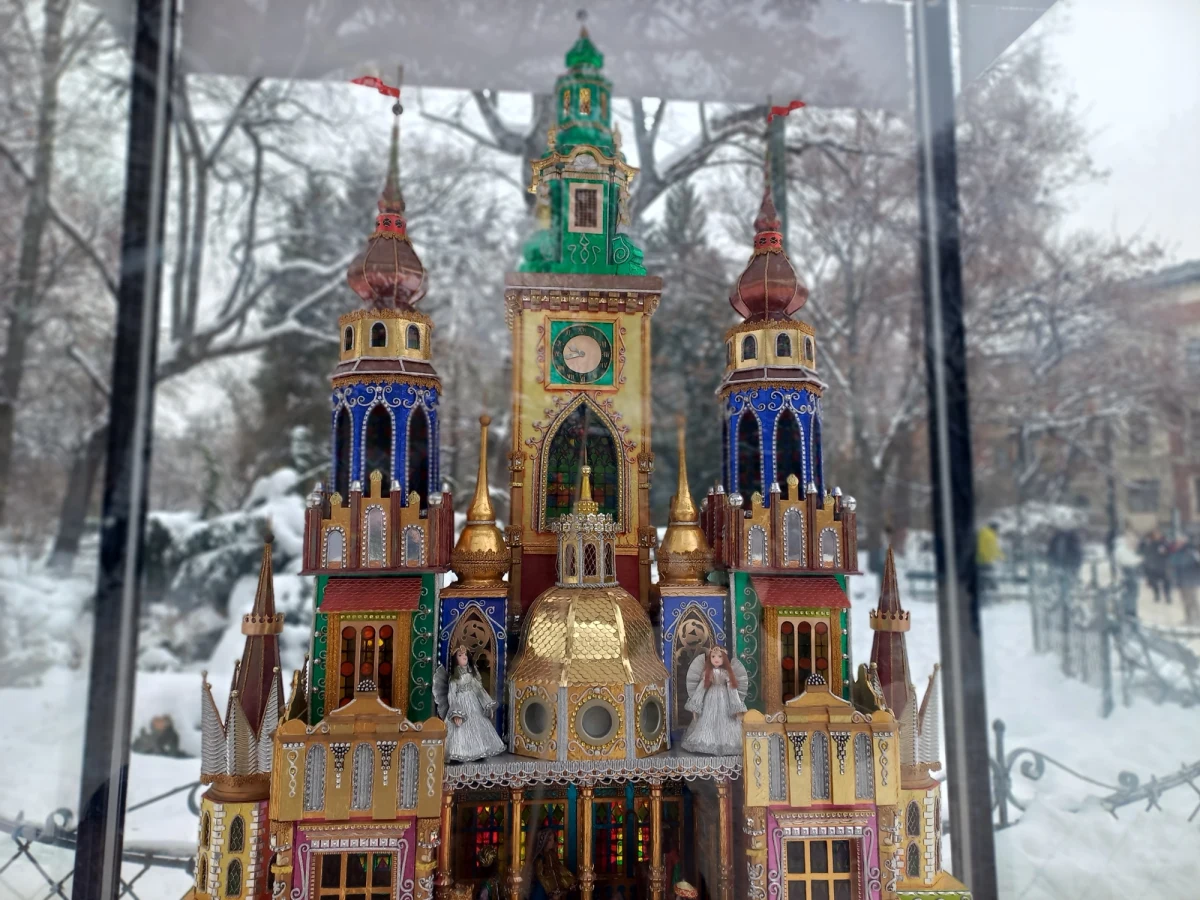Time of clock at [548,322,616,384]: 9:42
